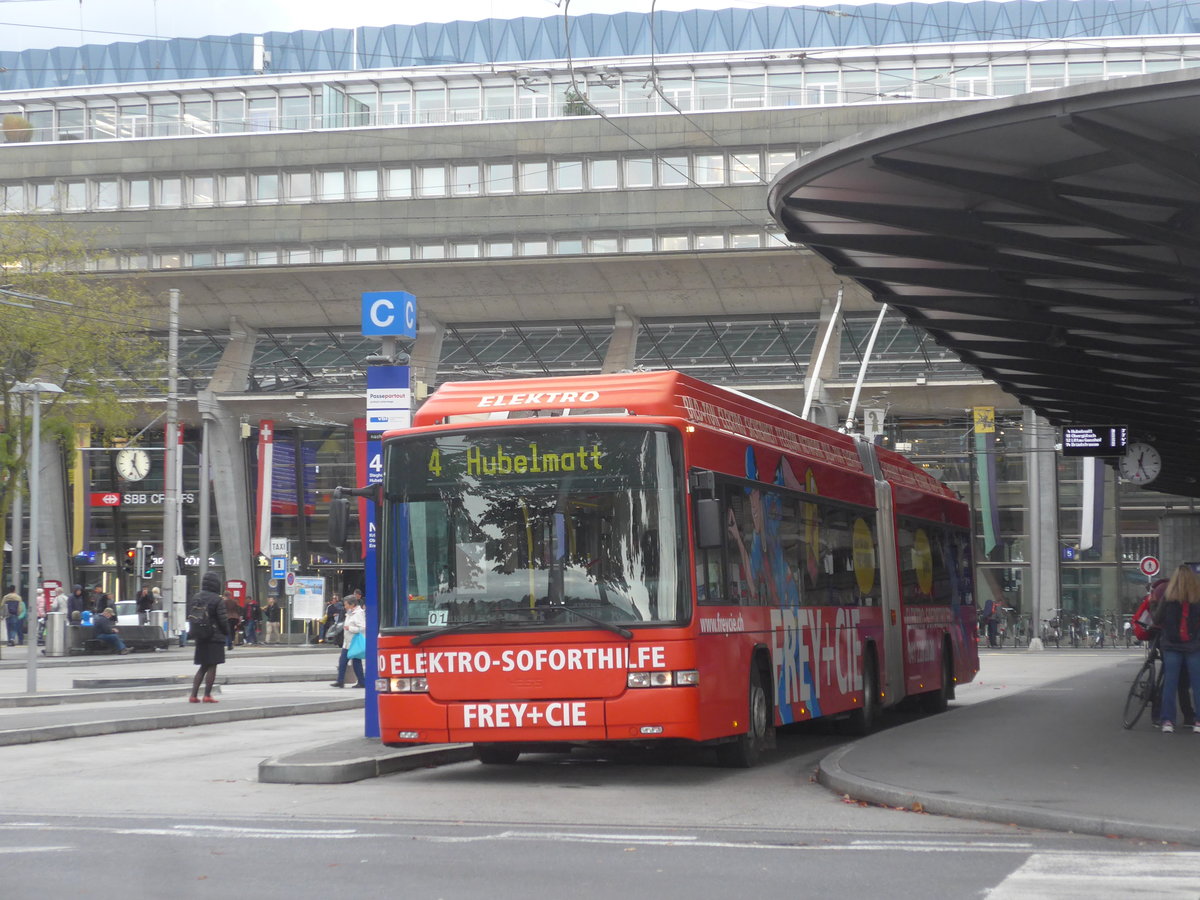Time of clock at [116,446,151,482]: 12:26
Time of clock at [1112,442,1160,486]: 12:26
